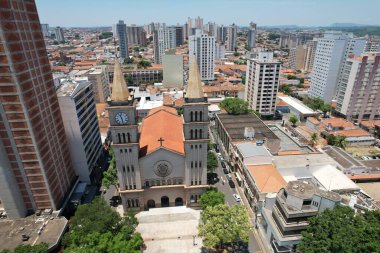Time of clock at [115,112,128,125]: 11:28
